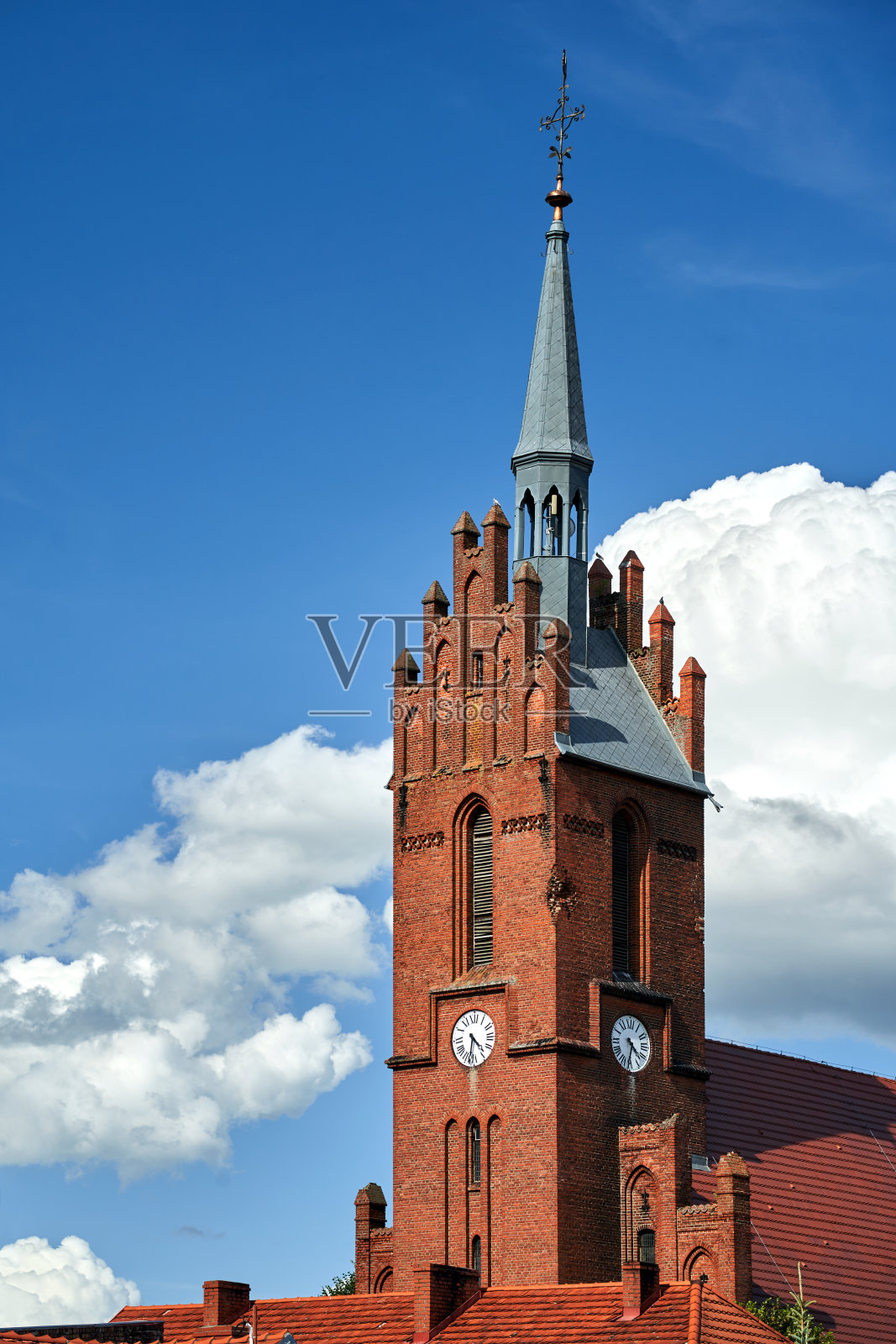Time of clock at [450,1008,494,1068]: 4:32
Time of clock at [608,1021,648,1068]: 4:31
